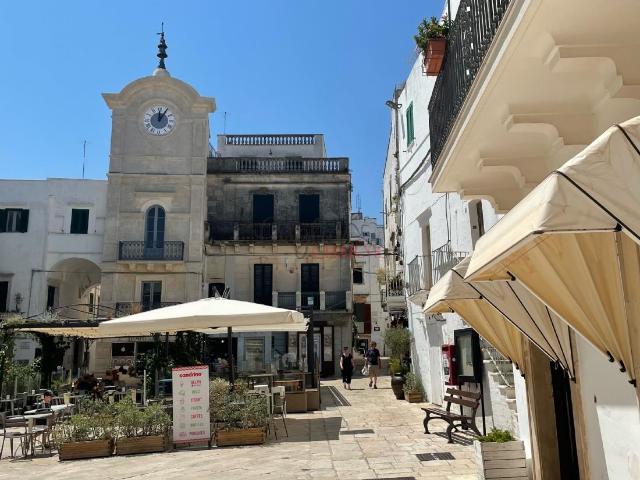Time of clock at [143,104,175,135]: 12:05
